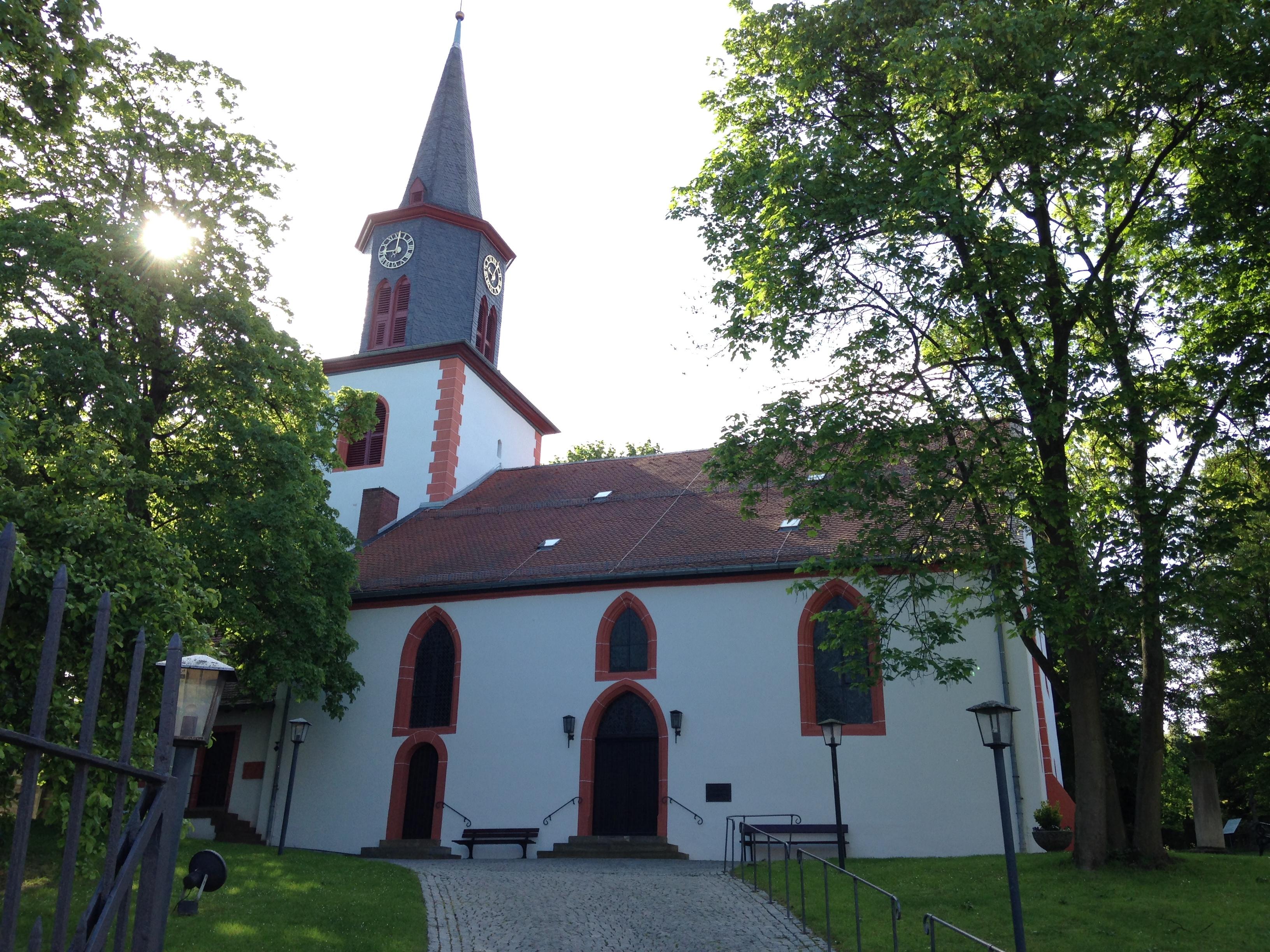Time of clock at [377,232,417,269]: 9:01
